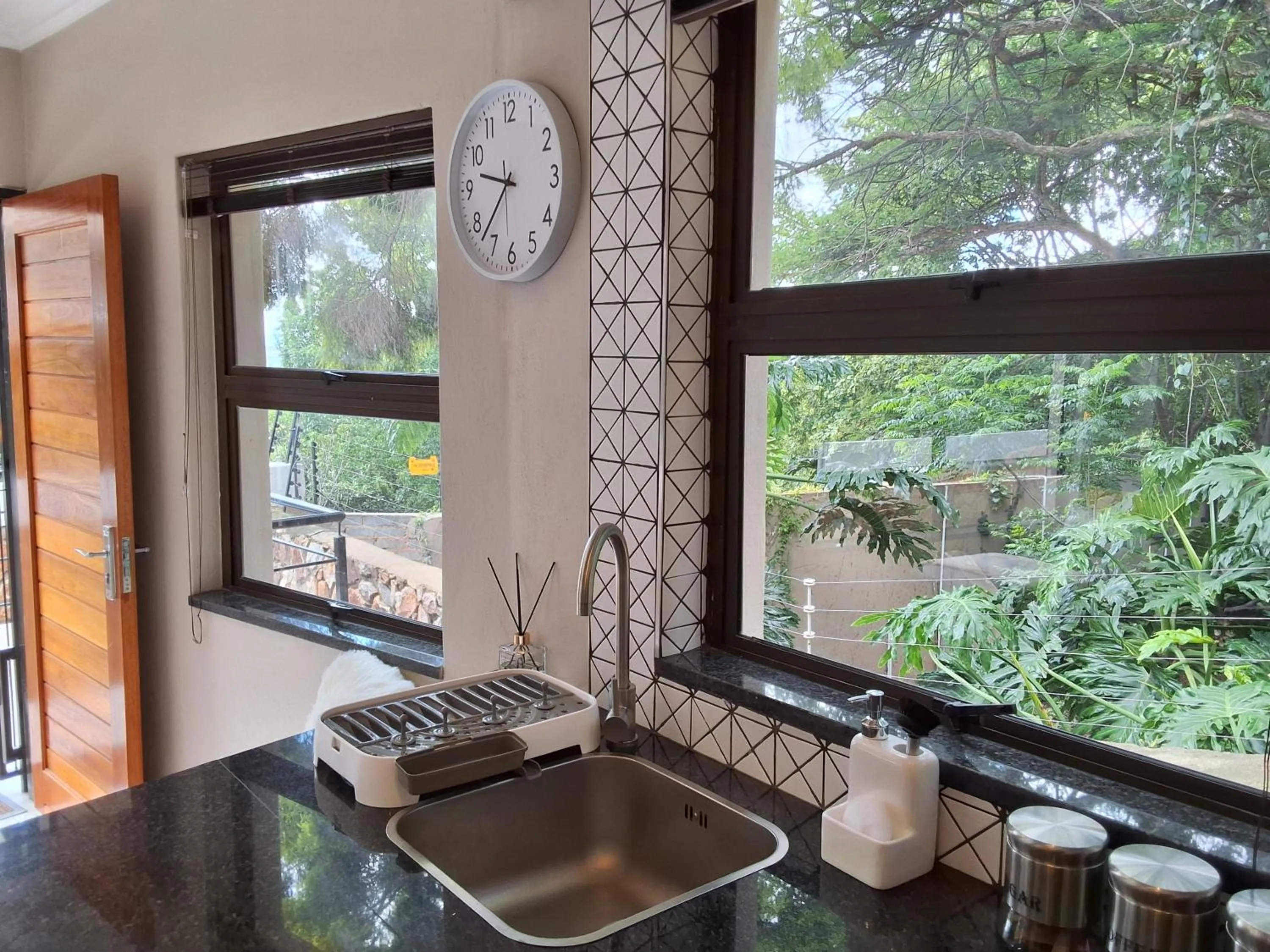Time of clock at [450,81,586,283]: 9:37
